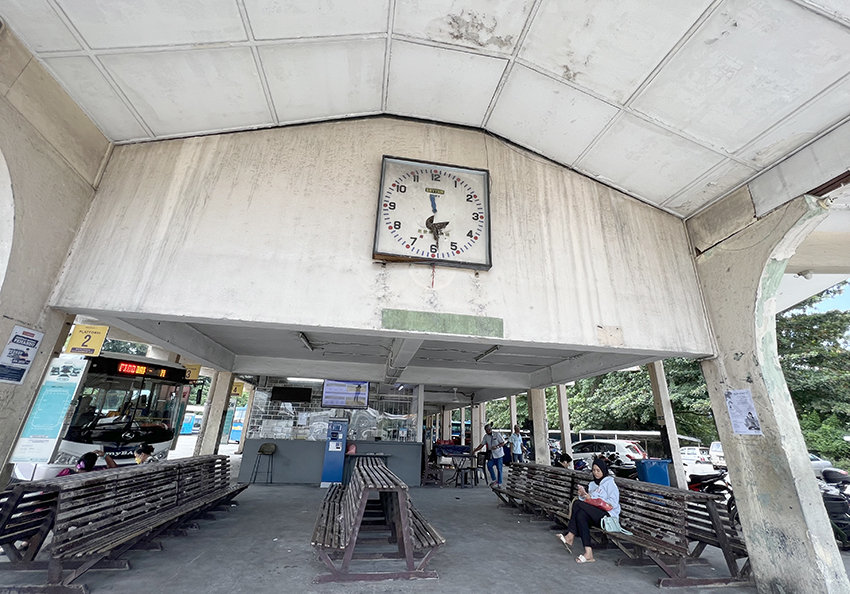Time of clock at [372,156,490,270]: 5:28
